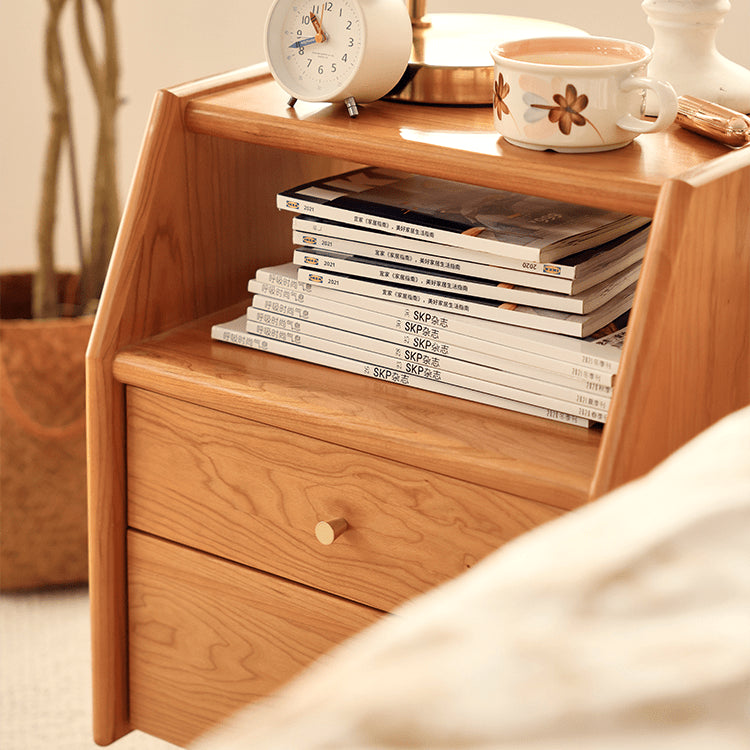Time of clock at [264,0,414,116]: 10:41
